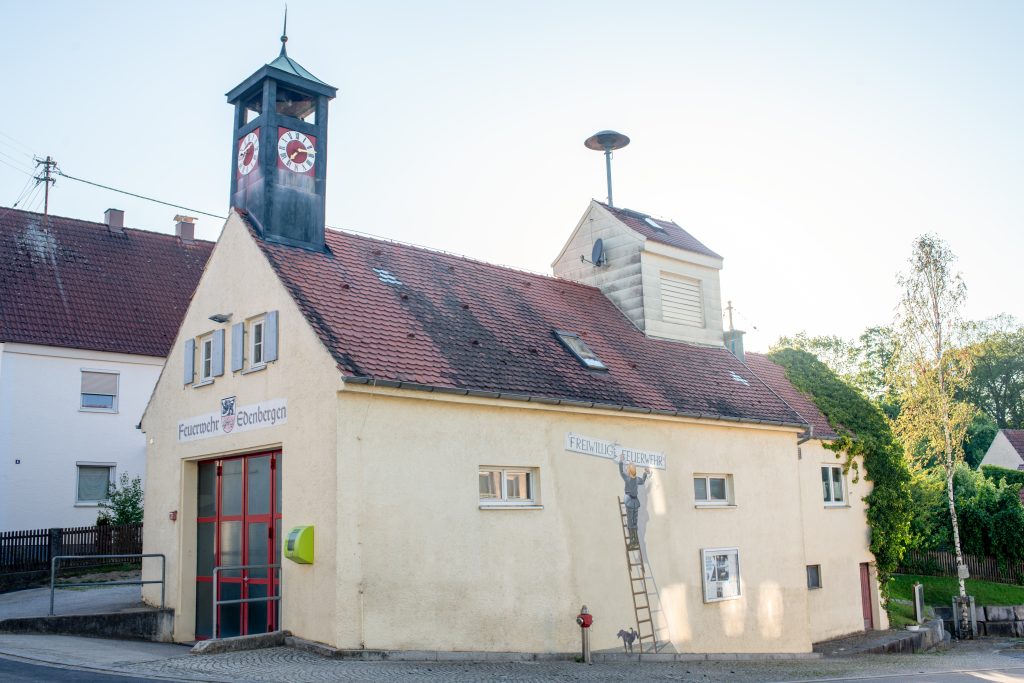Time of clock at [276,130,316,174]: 7:13
